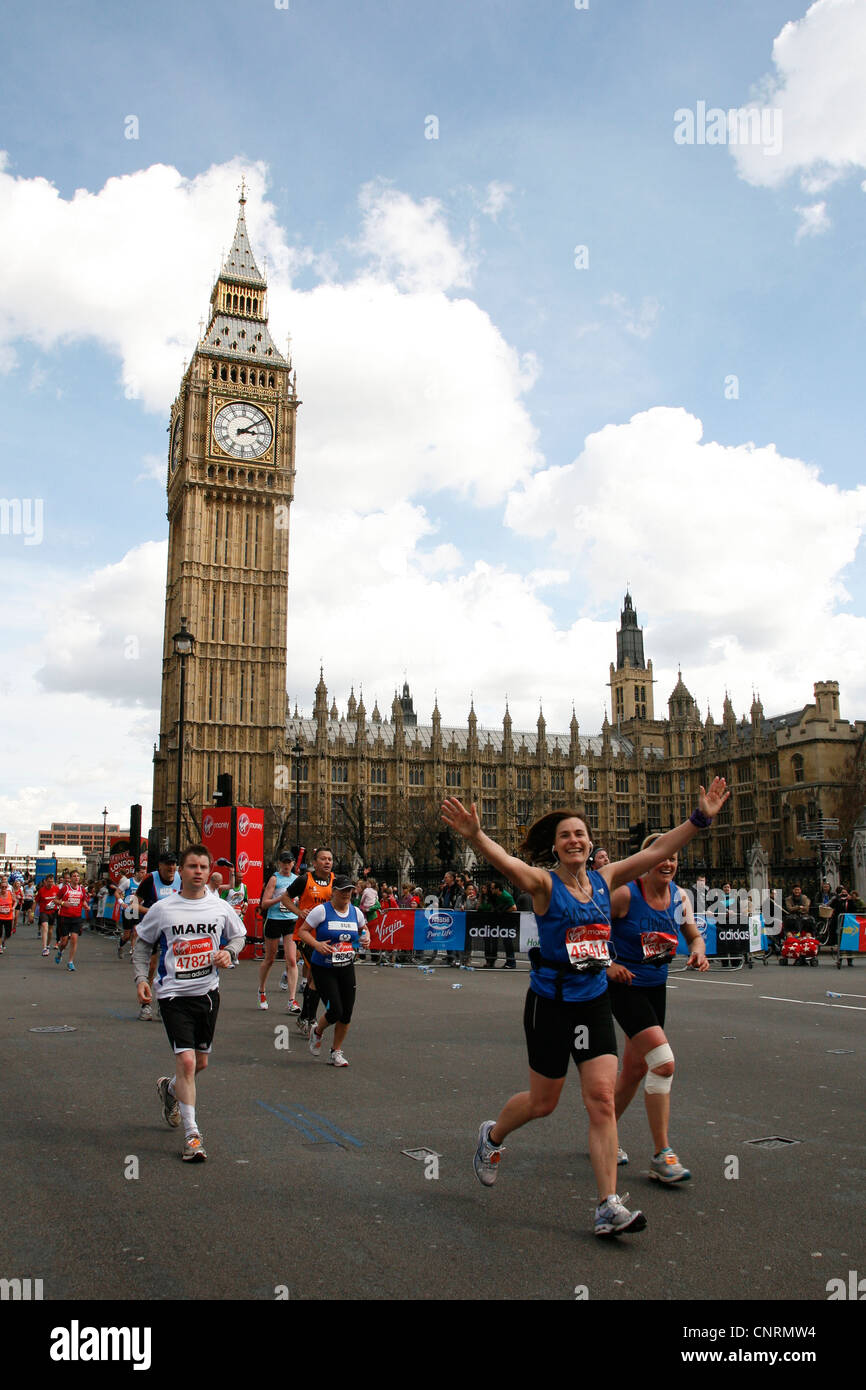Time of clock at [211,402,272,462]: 3:08
